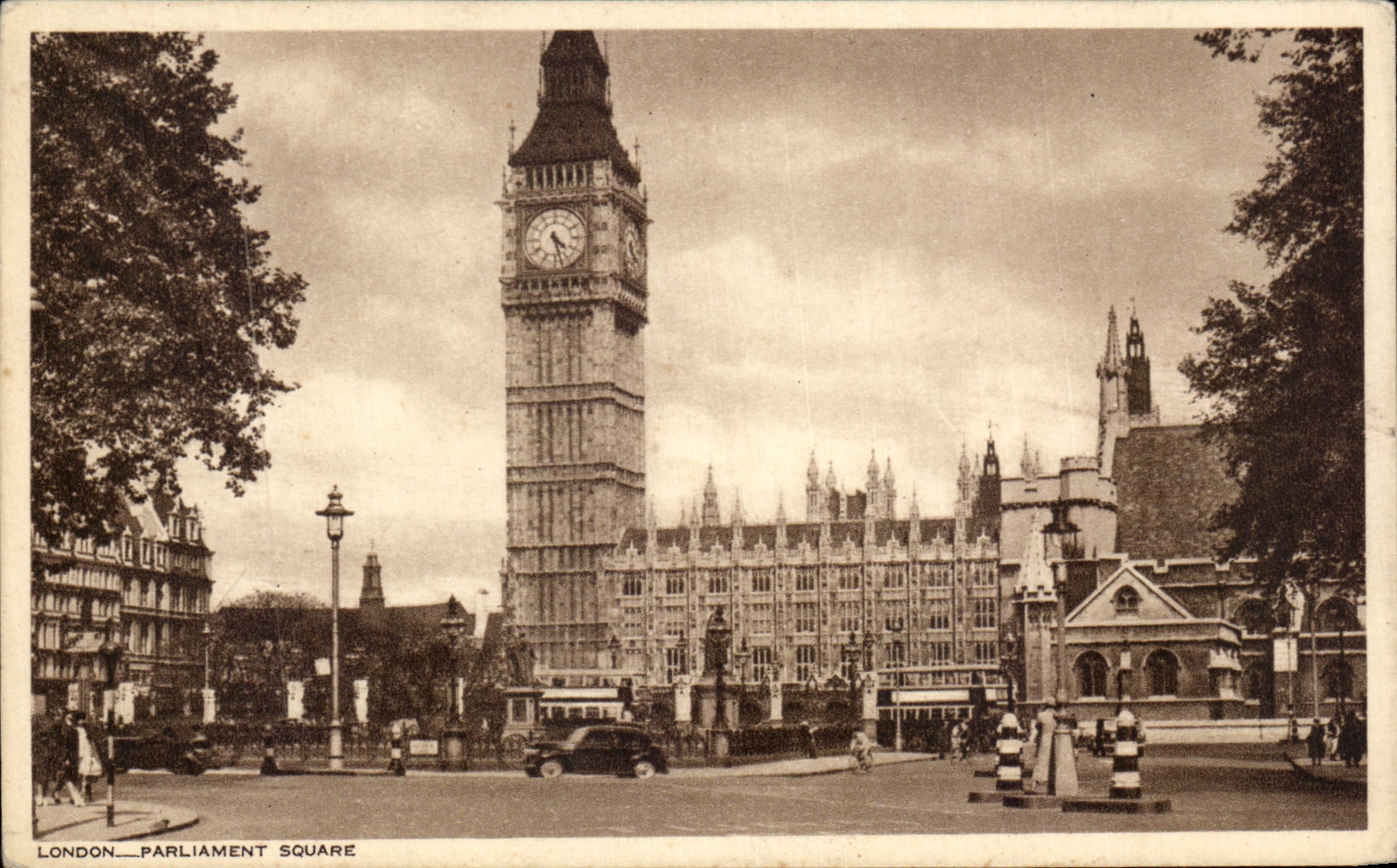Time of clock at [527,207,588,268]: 4:27
